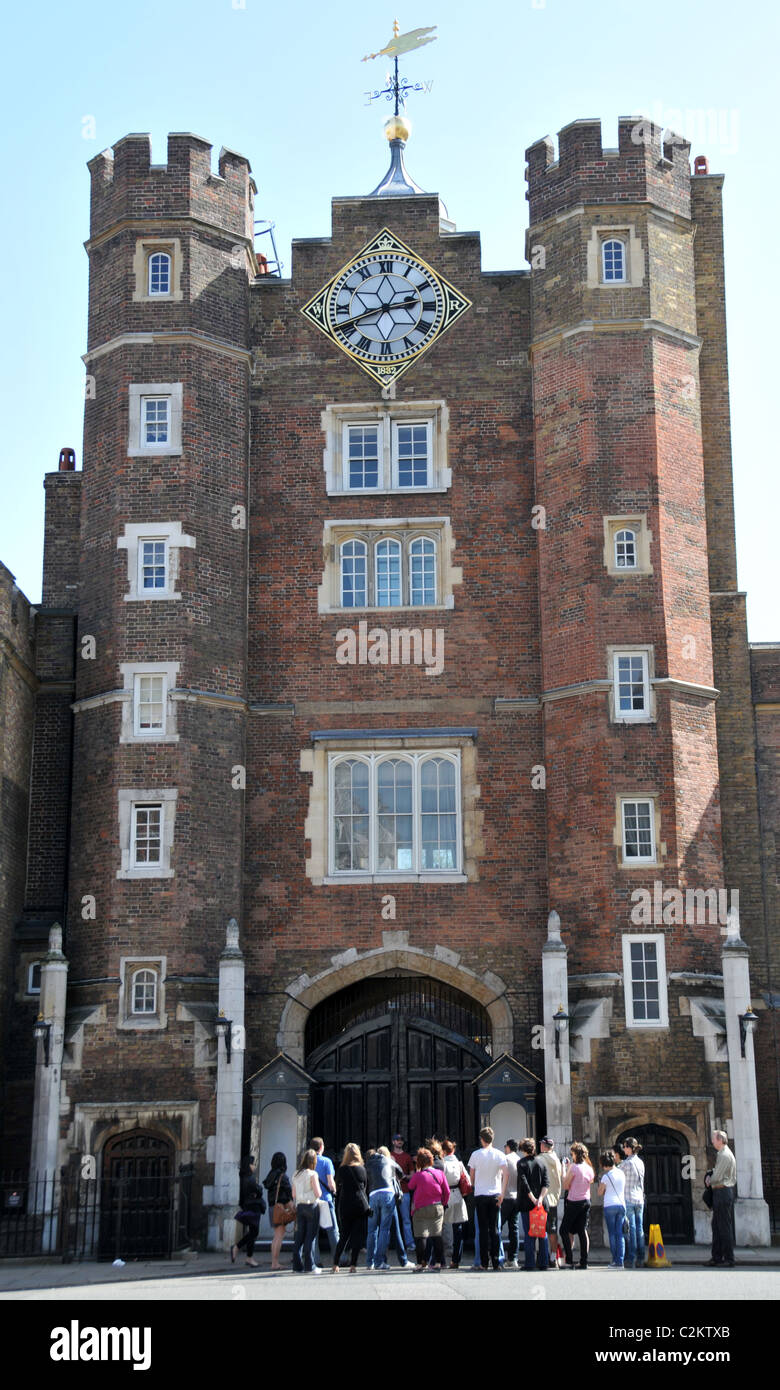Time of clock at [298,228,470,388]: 2:41
